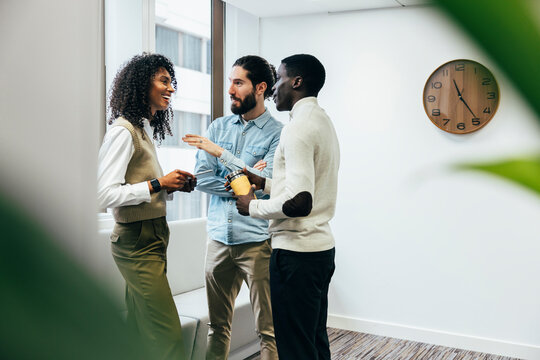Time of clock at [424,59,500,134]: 11:24
